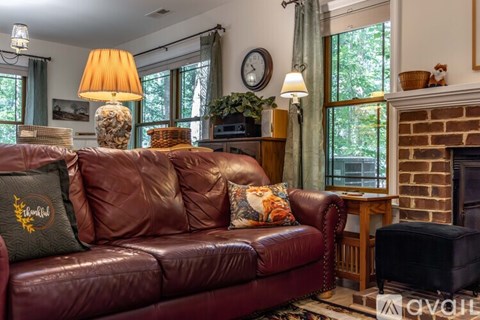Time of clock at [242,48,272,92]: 10:42
